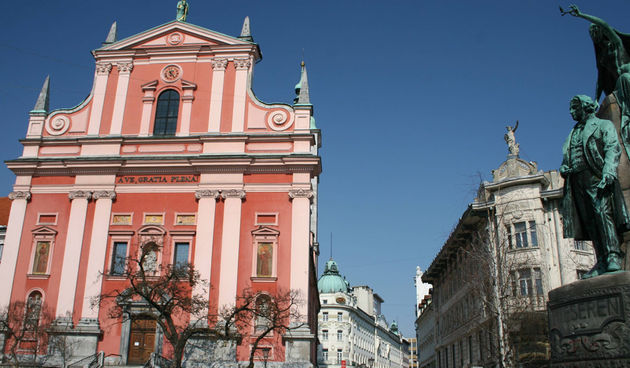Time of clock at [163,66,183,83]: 6:23
